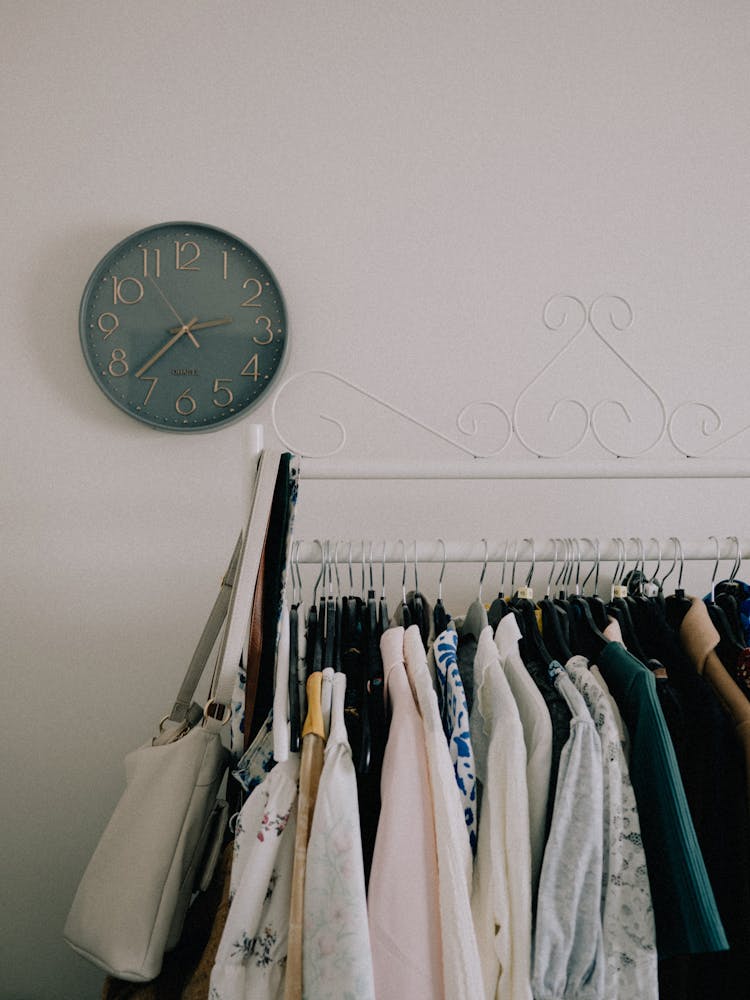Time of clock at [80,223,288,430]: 2:37
